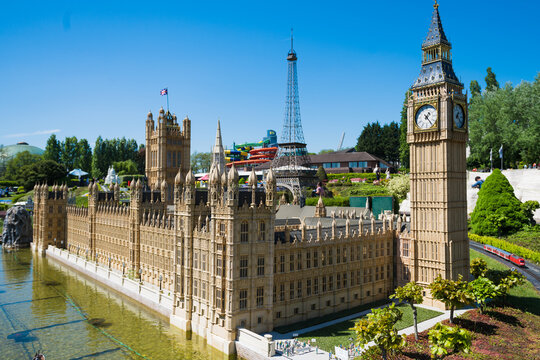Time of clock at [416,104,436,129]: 1:23
